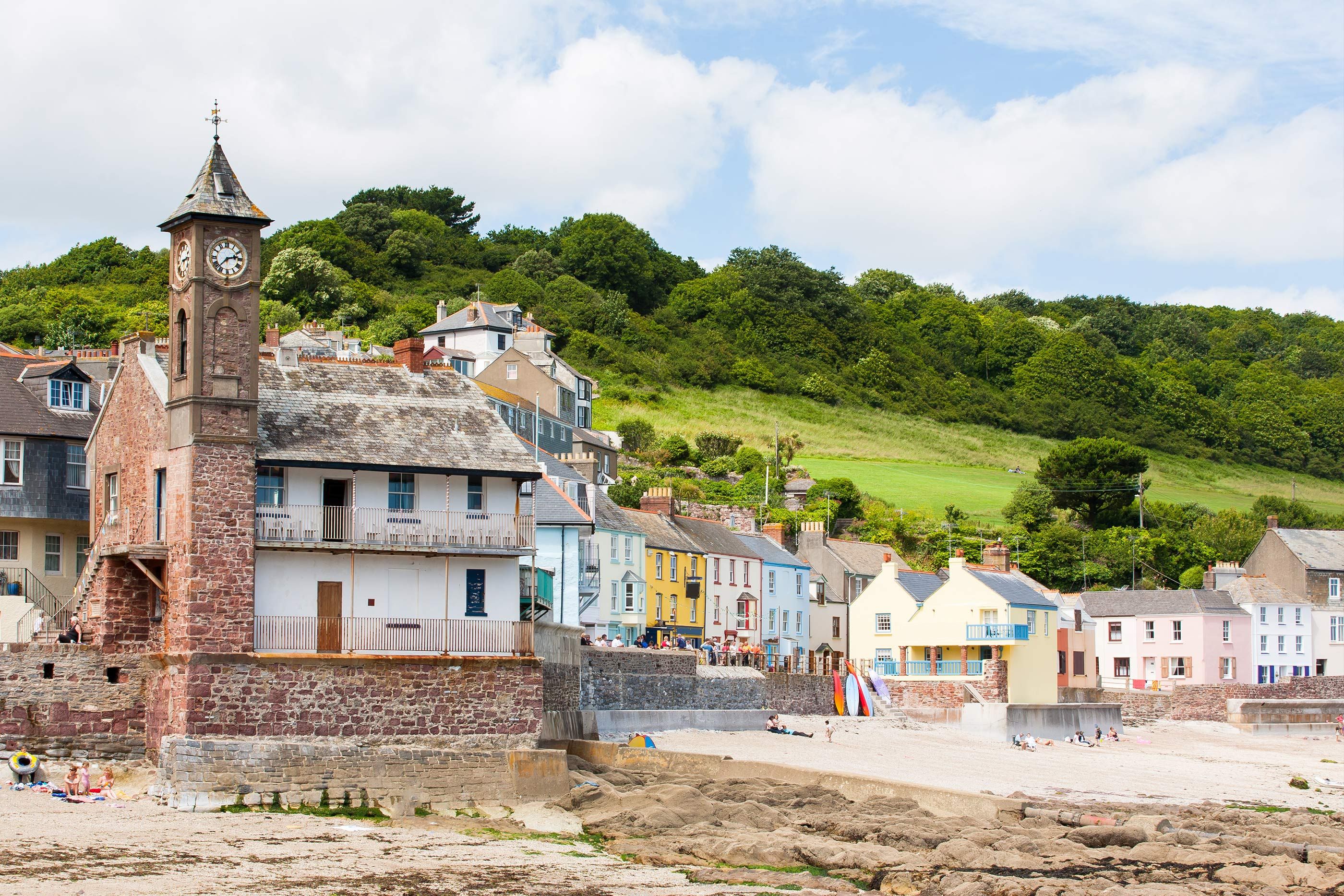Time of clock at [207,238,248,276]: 2:37
